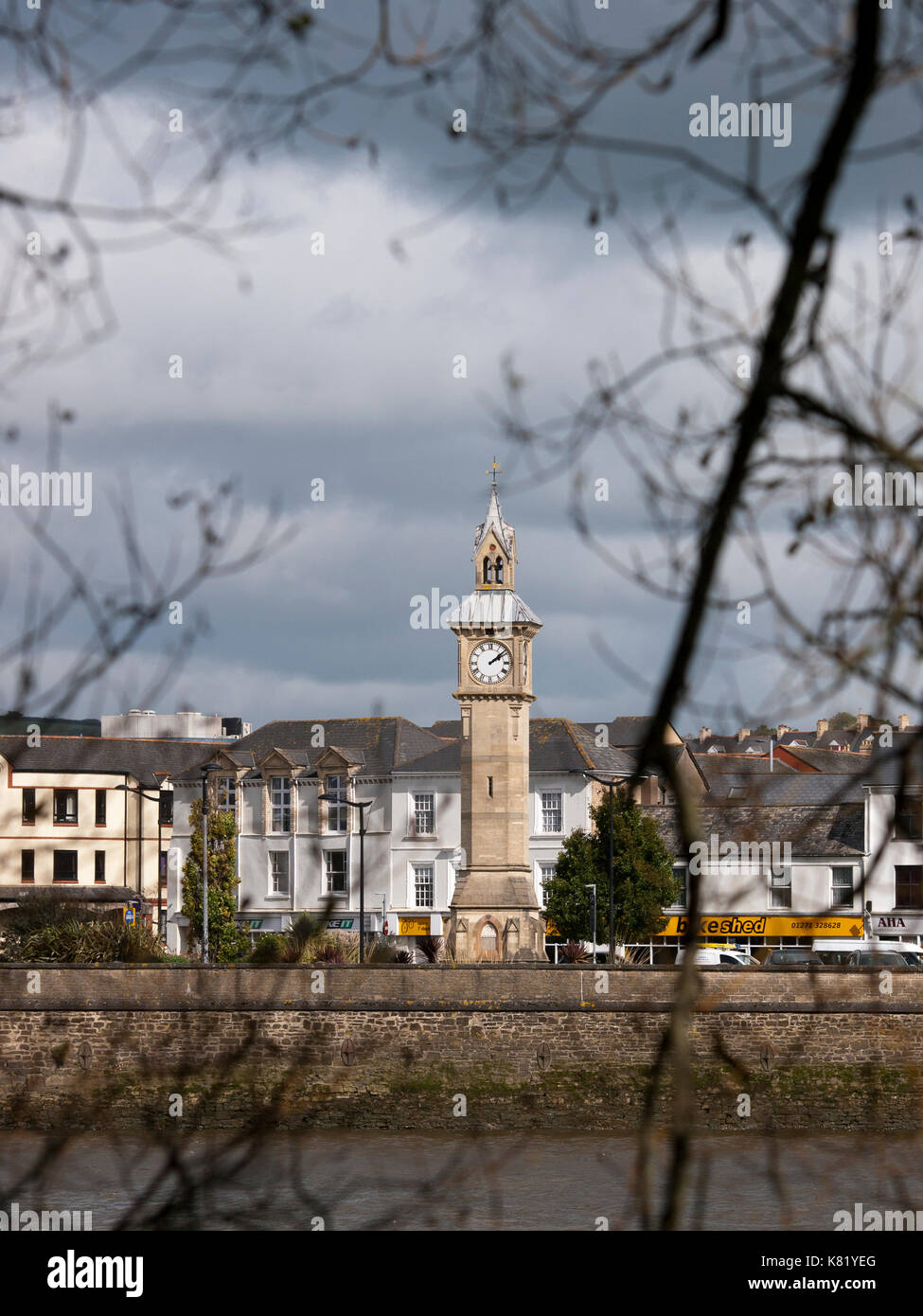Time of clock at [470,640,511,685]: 2:08
